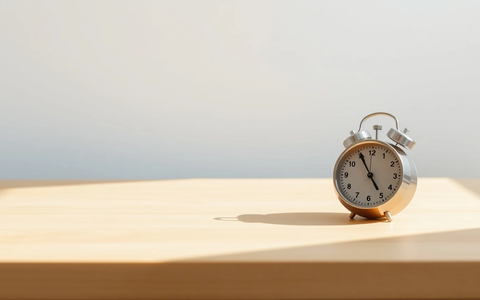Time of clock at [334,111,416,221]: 4:55
